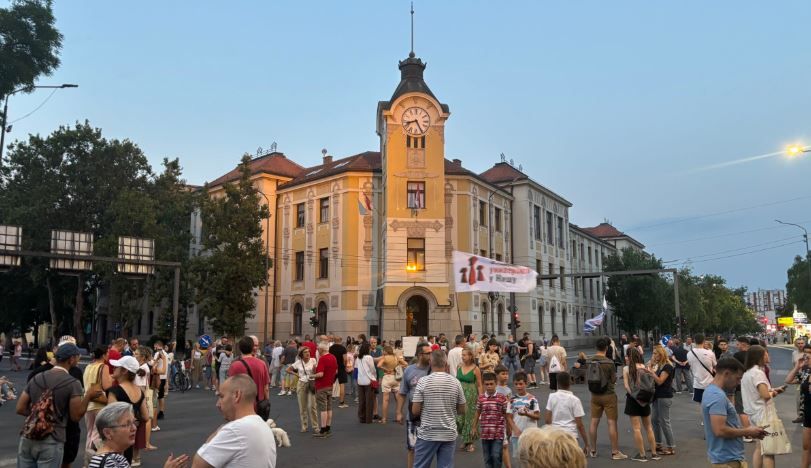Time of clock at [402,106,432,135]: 8:25
